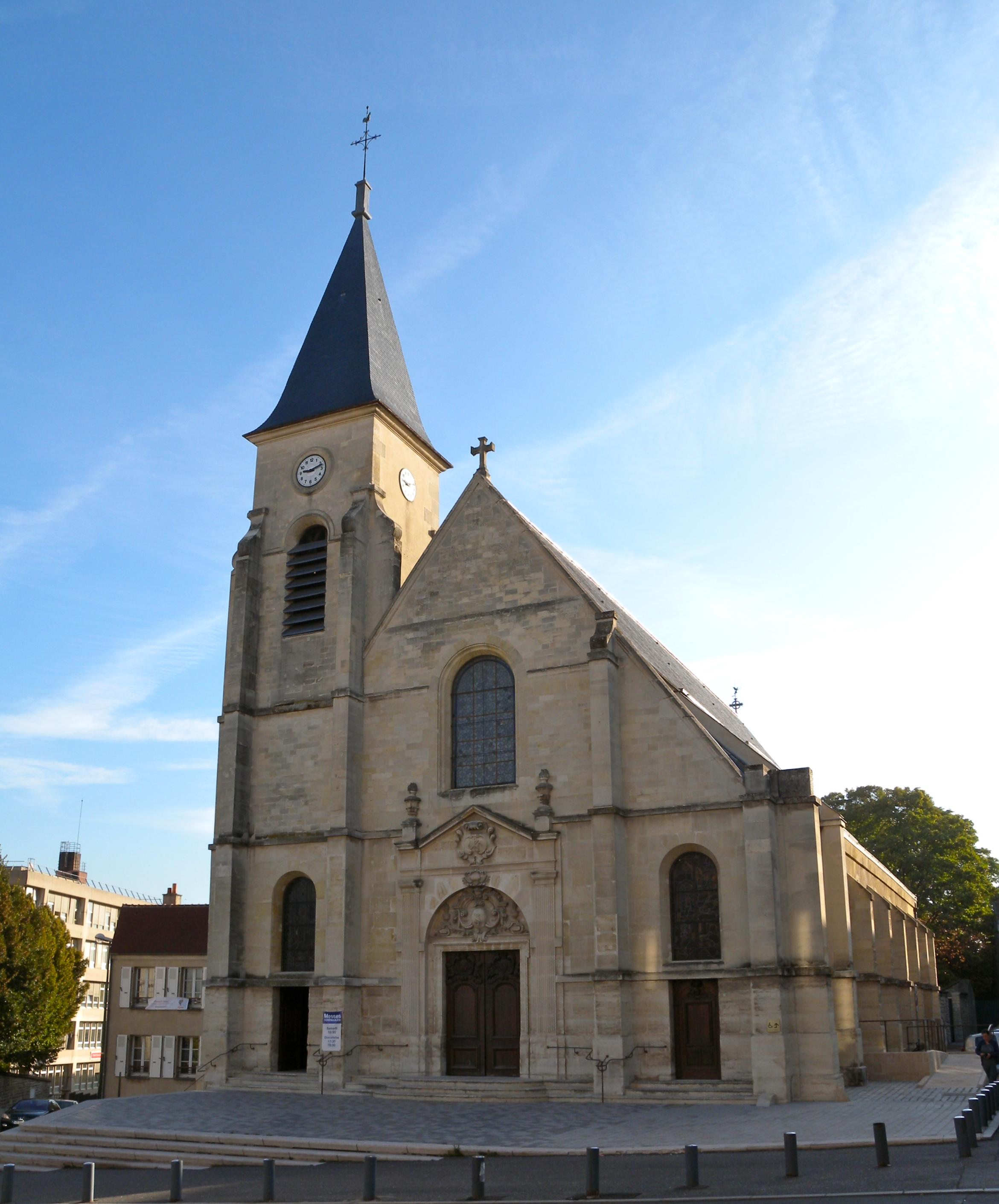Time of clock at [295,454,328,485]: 9:11
